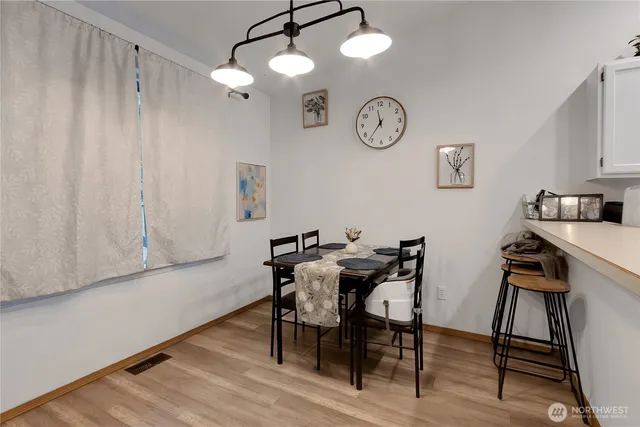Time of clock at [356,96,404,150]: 11:36
